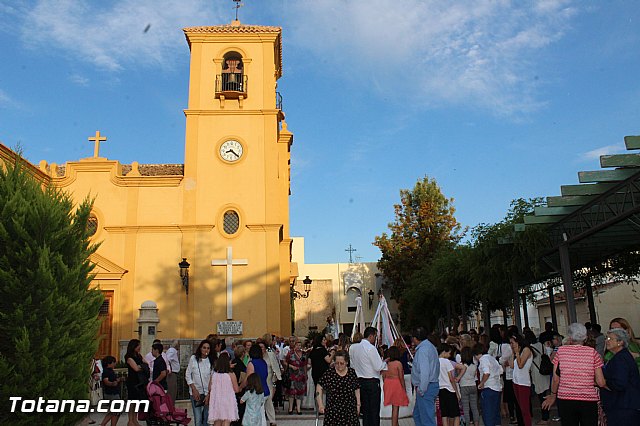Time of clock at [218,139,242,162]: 8:21
